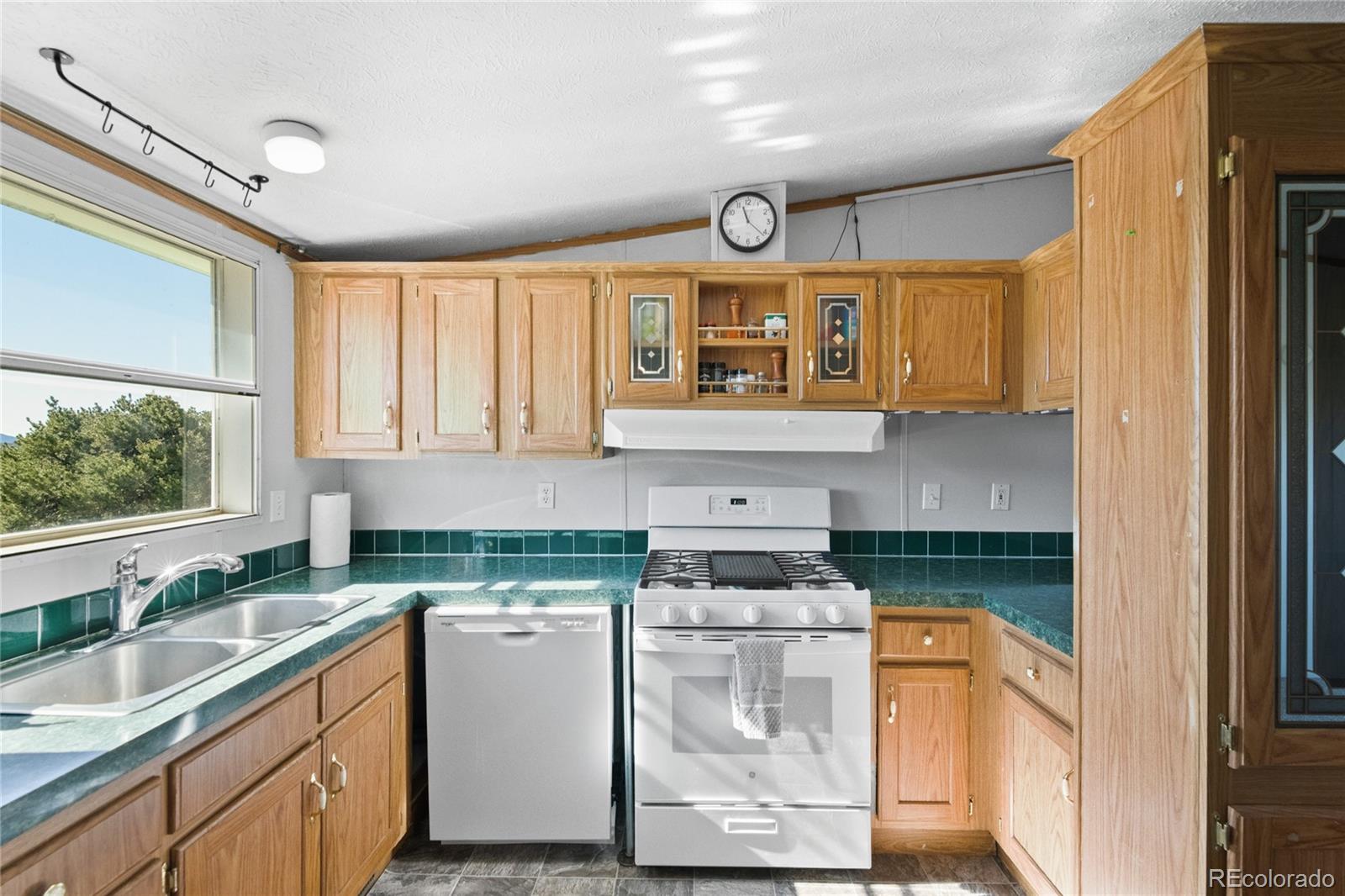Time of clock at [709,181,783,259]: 11:21
